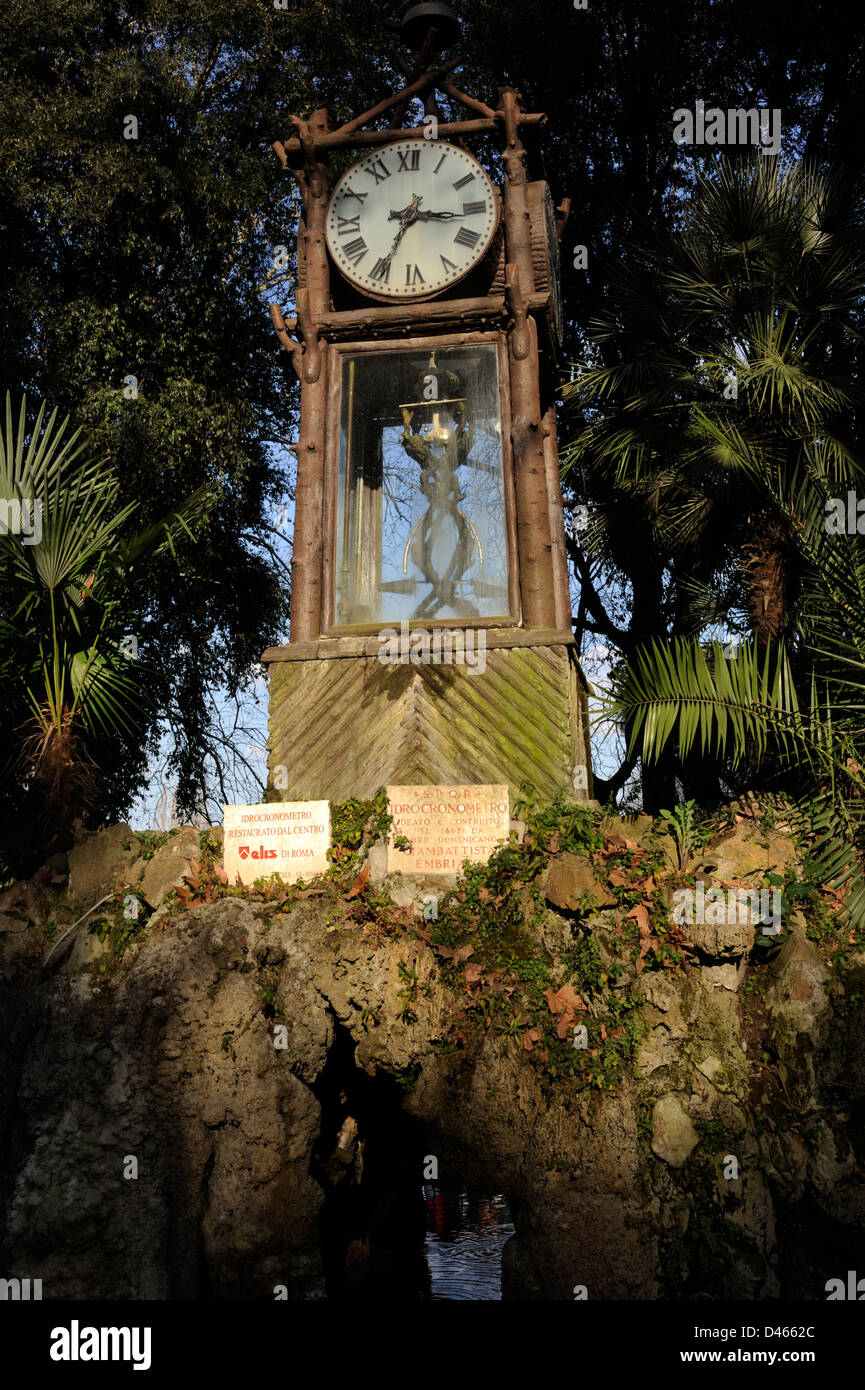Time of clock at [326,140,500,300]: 3:34
